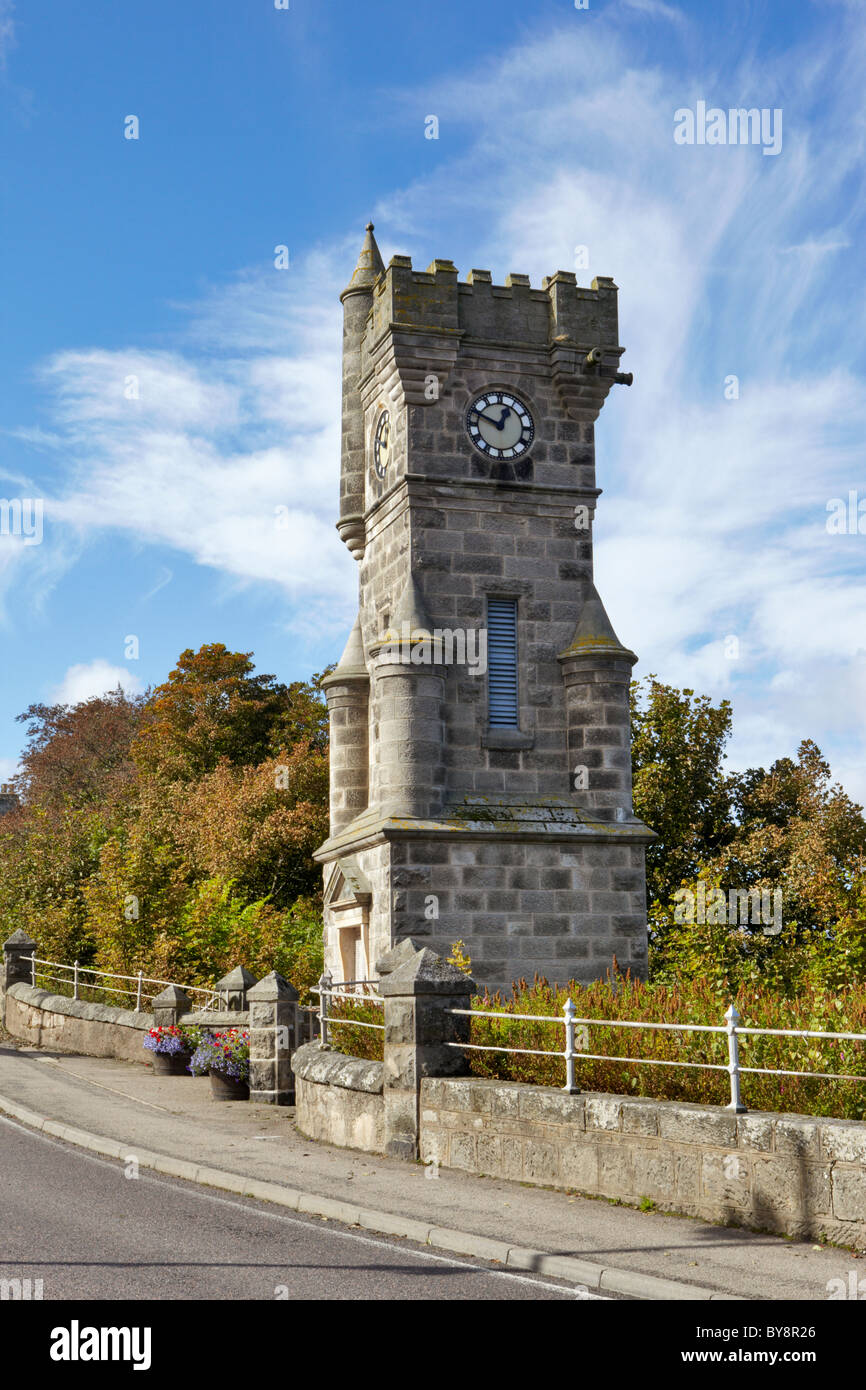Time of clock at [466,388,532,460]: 12:49
